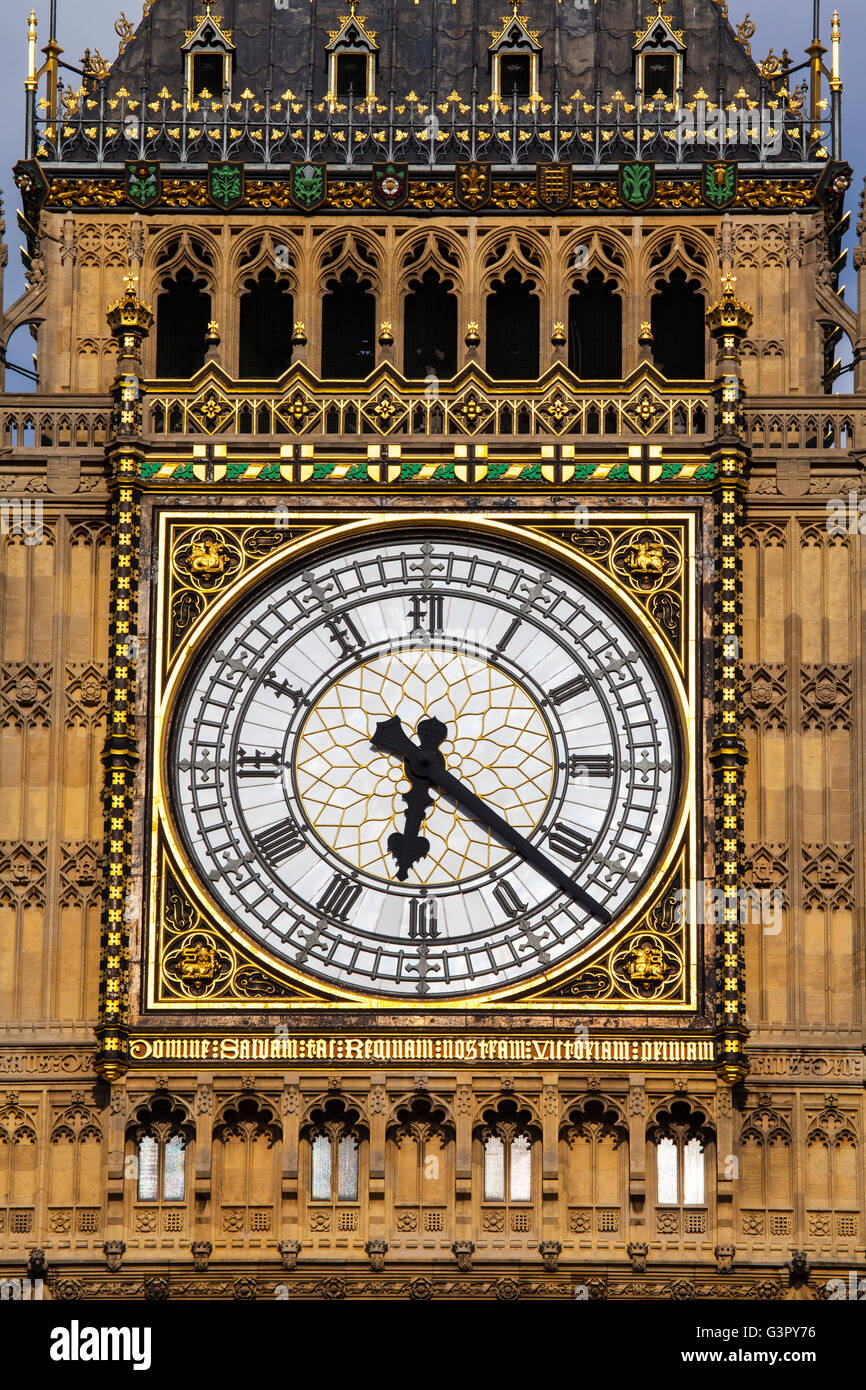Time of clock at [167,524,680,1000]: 6:21
